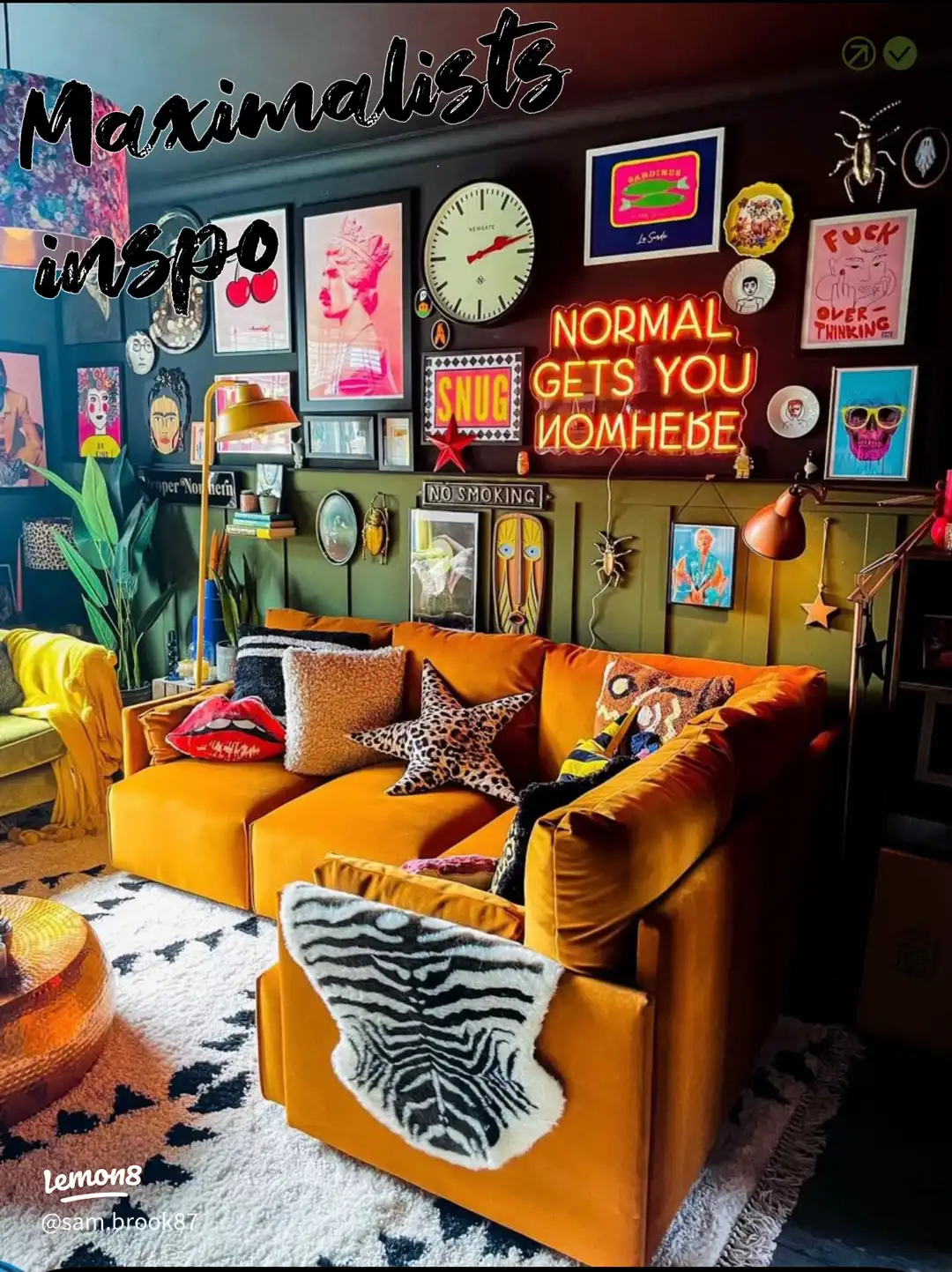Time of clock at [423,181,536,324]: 2:12
